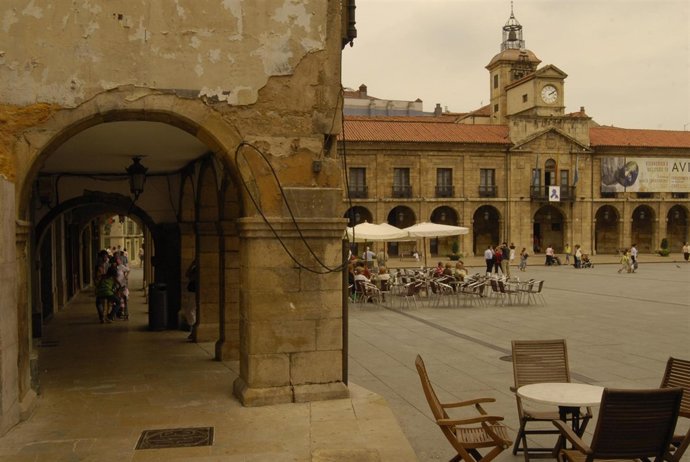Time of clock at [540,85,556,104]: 2:09
